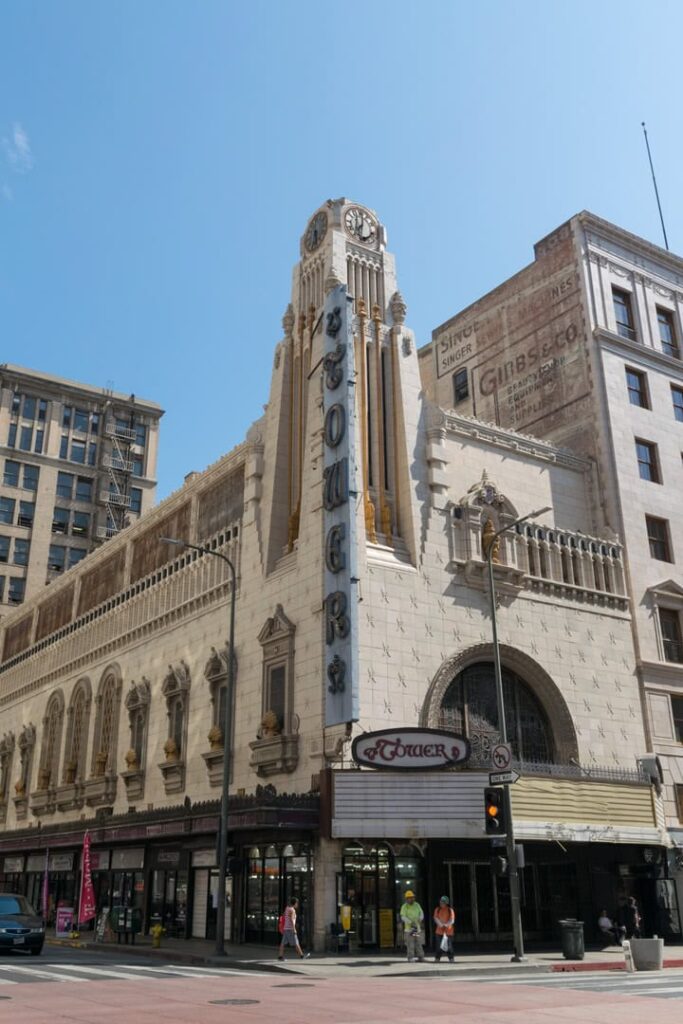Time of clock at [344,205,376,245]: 7:32
